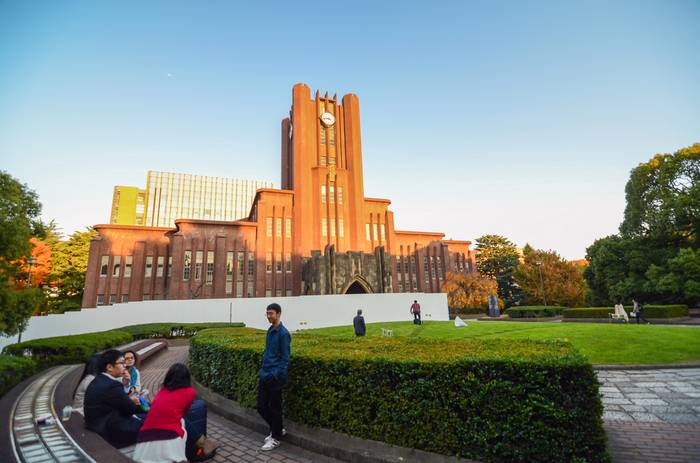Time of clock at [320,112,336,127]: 3:43
